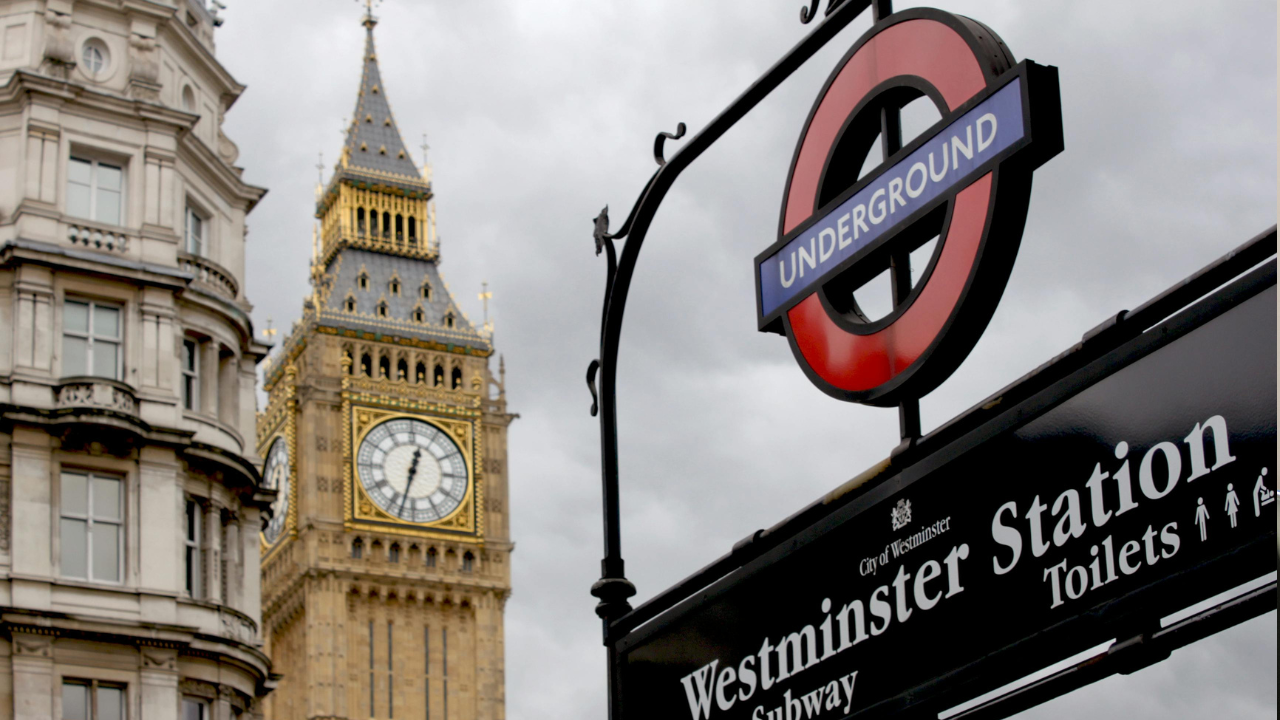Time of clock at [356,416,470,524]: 12:32
